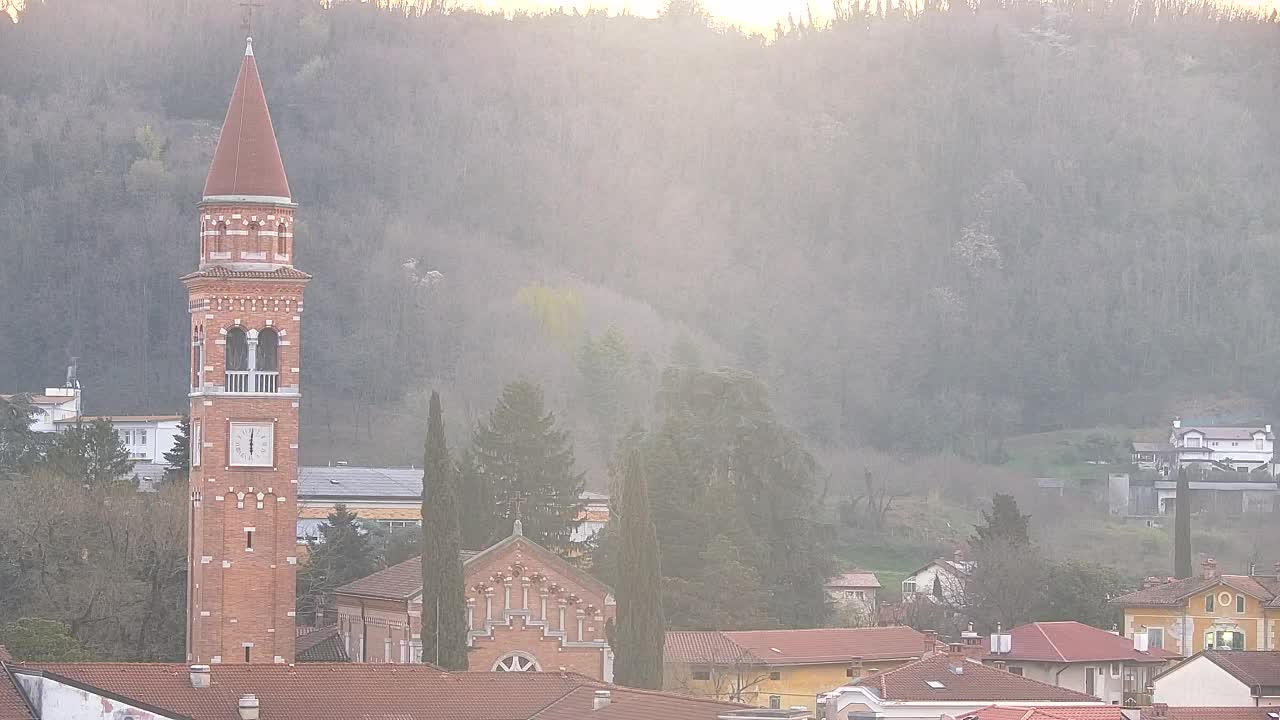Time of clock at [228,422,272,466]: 6:01
